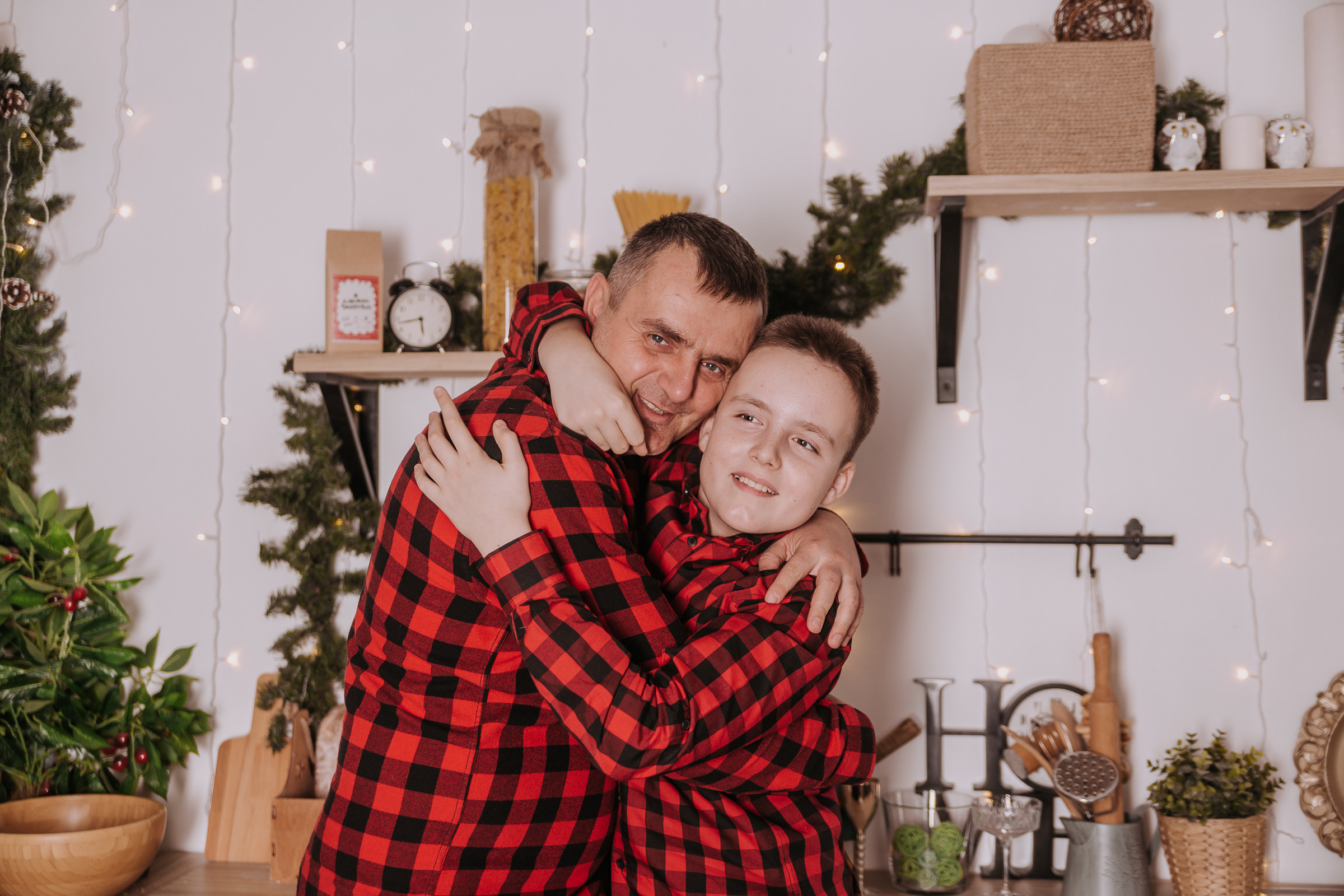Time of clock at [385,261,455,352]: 5:43
